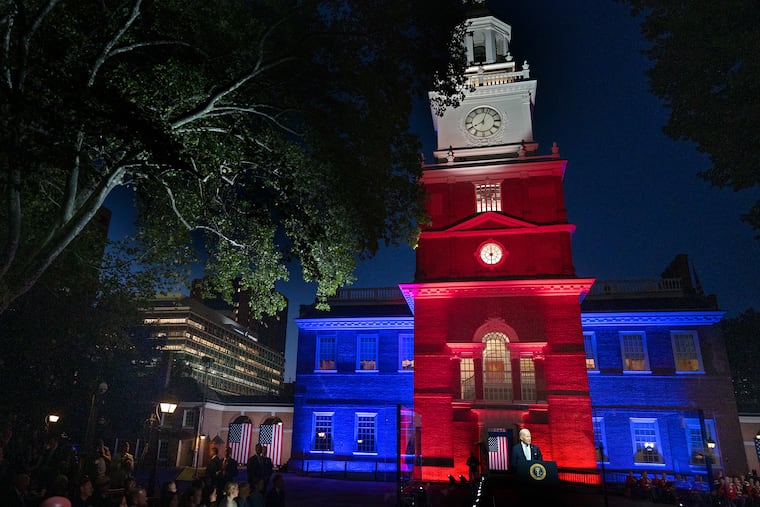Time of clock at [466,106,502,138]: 8:02
